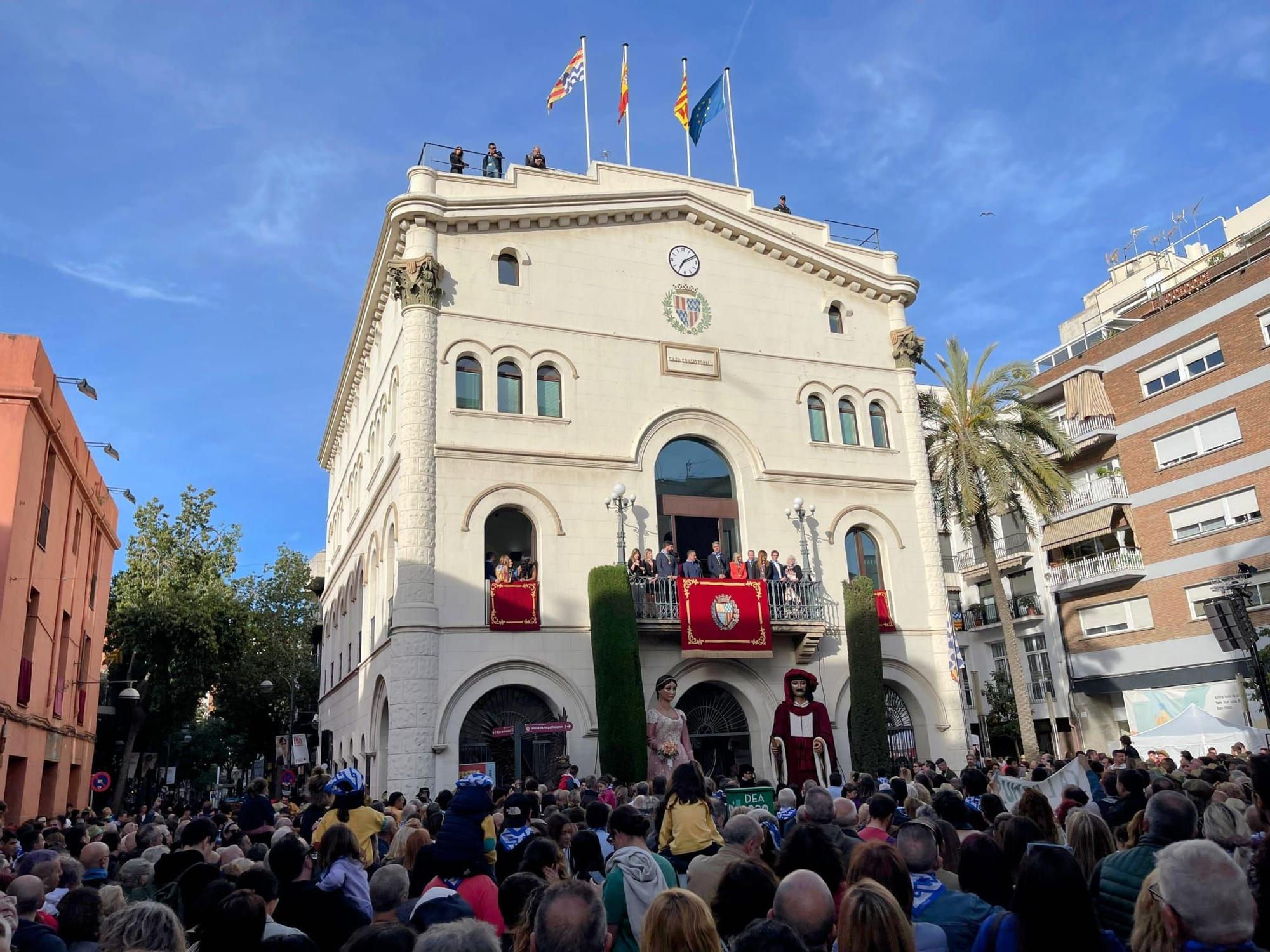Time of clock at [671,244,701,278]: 7:09
